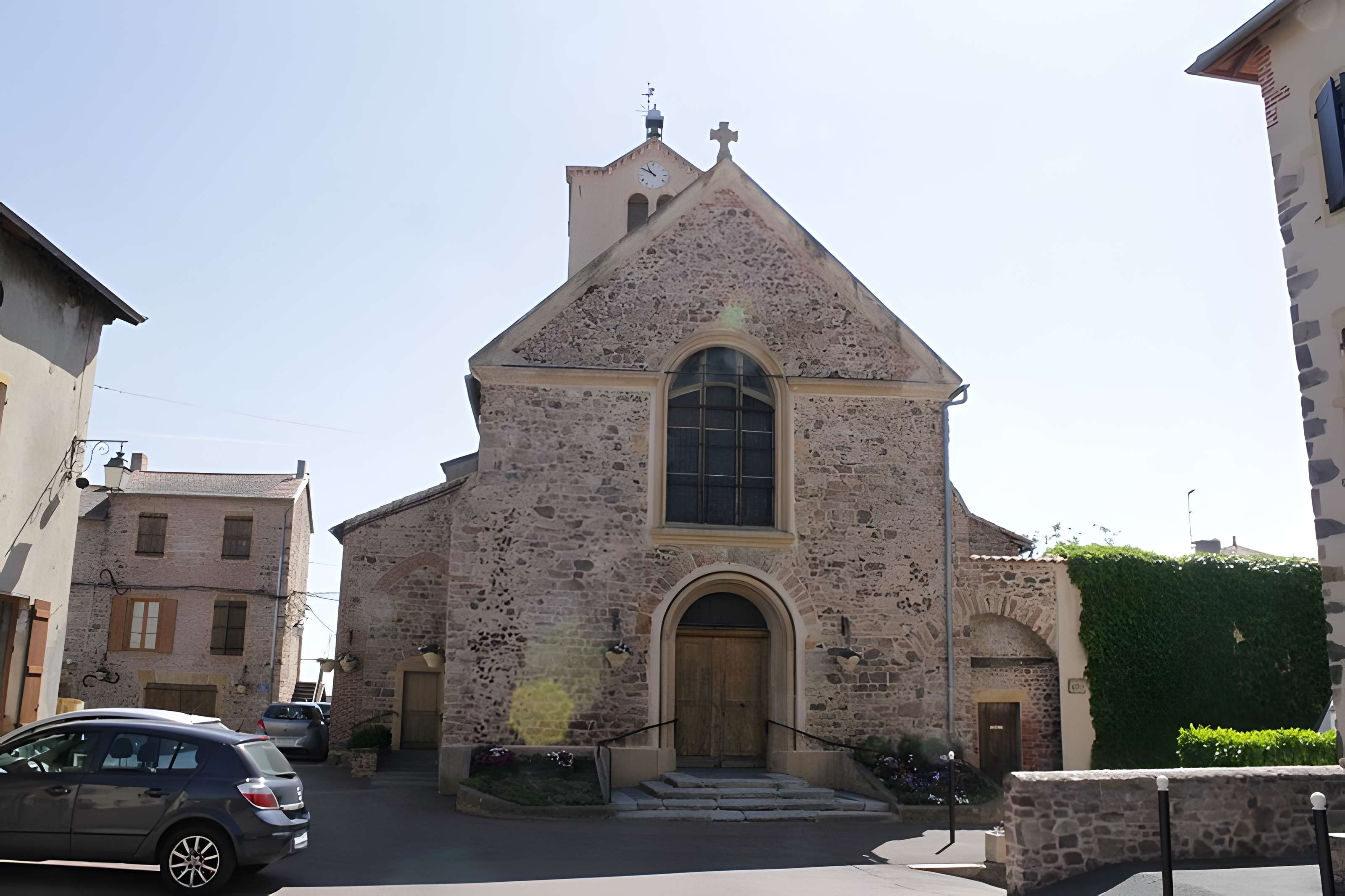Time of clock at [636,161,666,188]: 10:50
